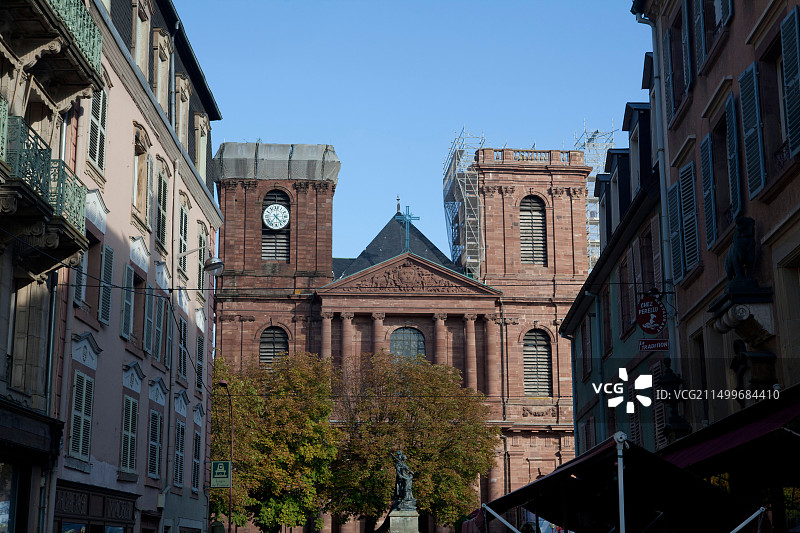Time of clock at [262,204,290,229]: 4:36
